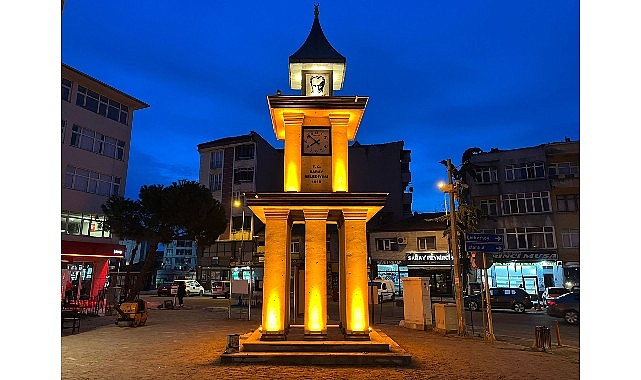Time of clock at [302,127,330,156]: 7:51
